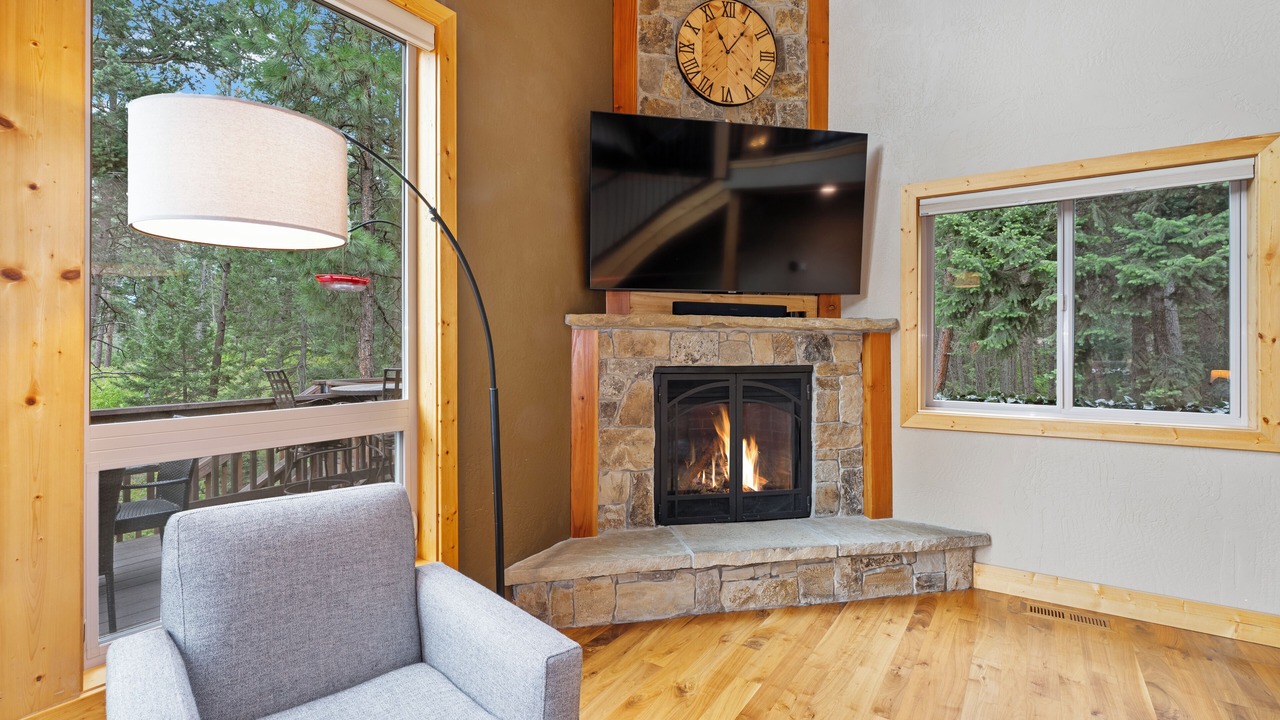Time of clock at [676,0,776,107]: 11:06
